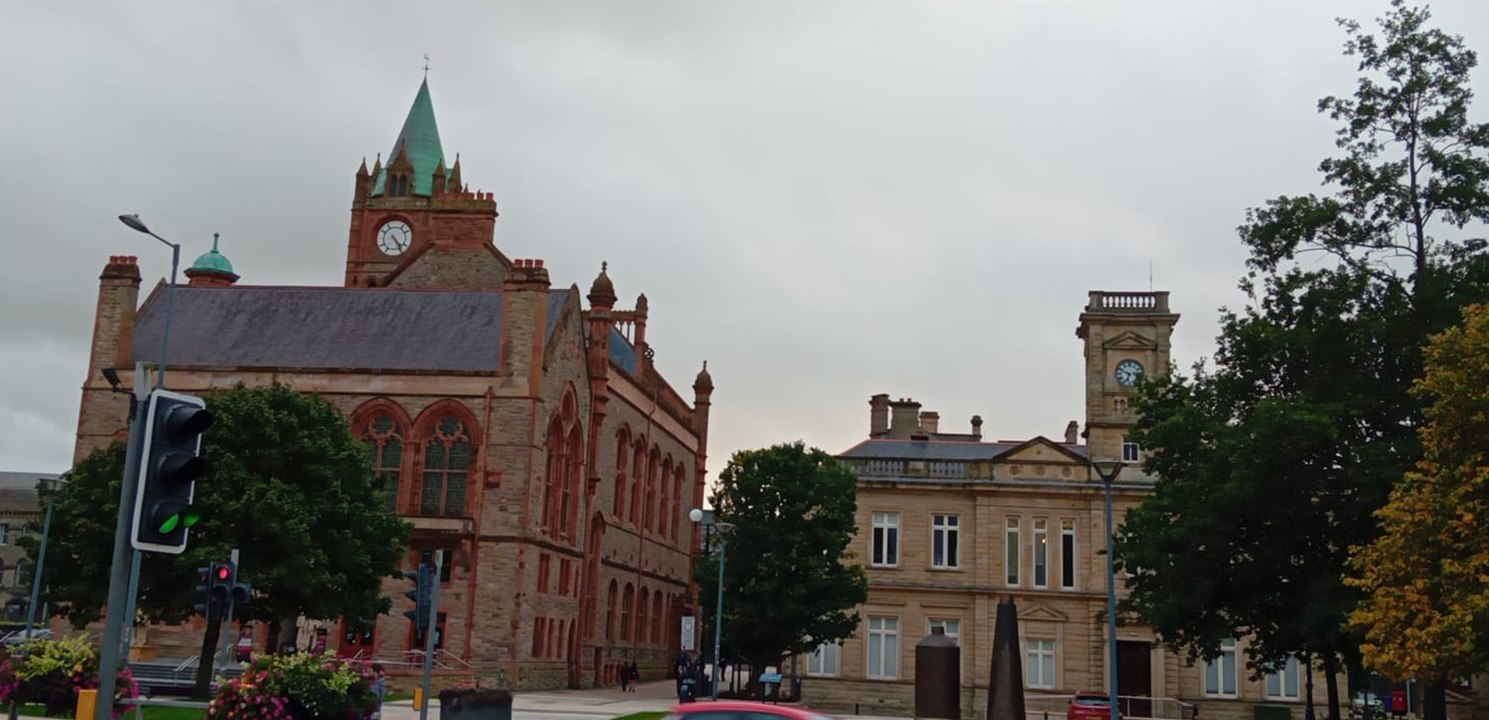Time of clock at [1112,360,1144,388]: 6:48
